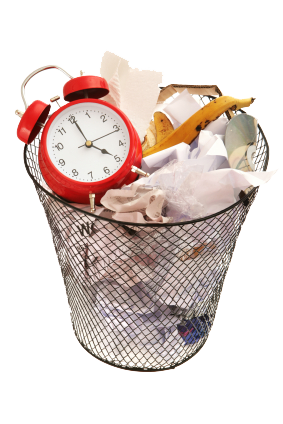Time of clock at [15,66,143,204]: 3:55
